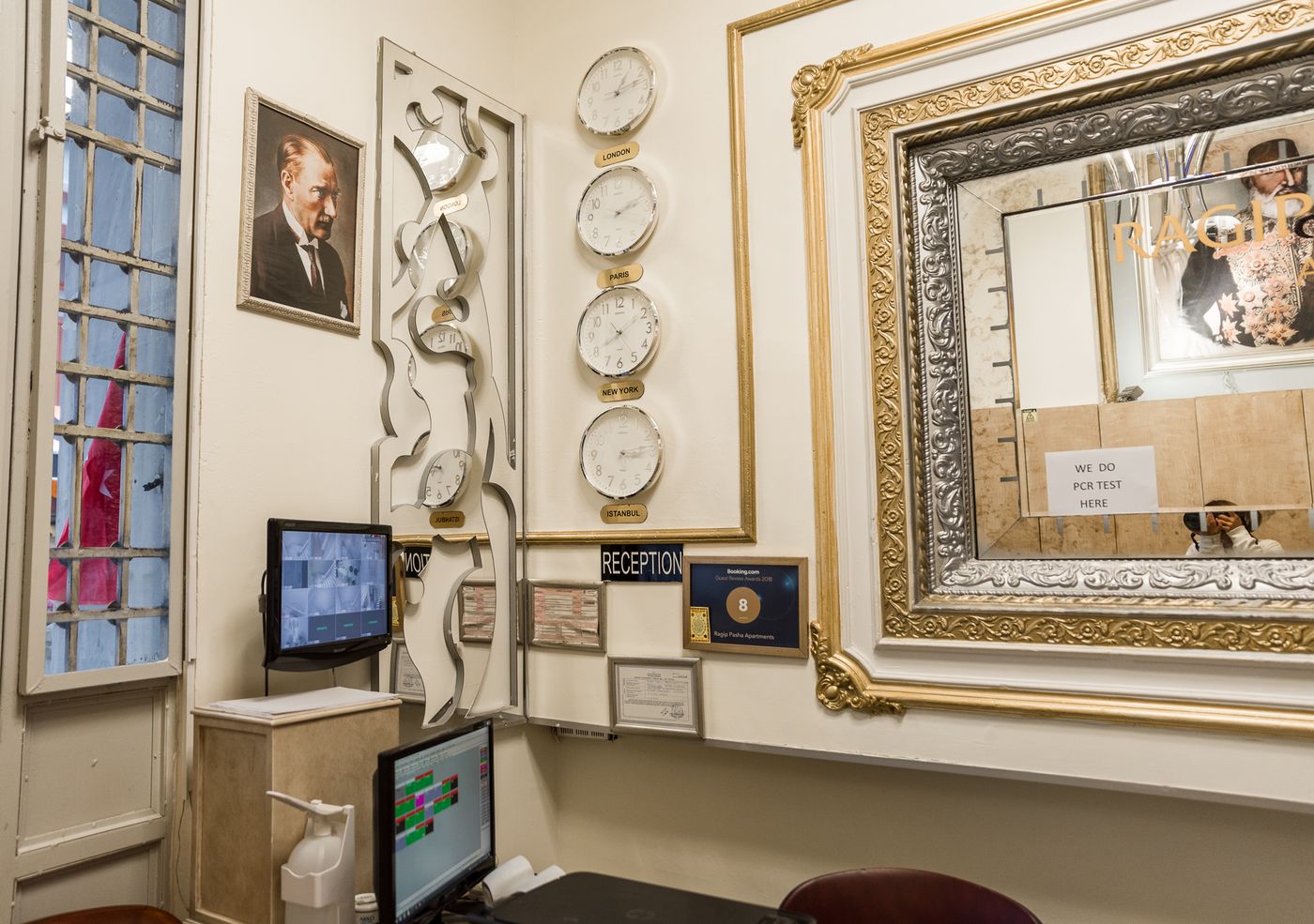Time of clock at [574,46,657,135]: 1:12
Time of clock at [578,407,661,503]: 3:13
